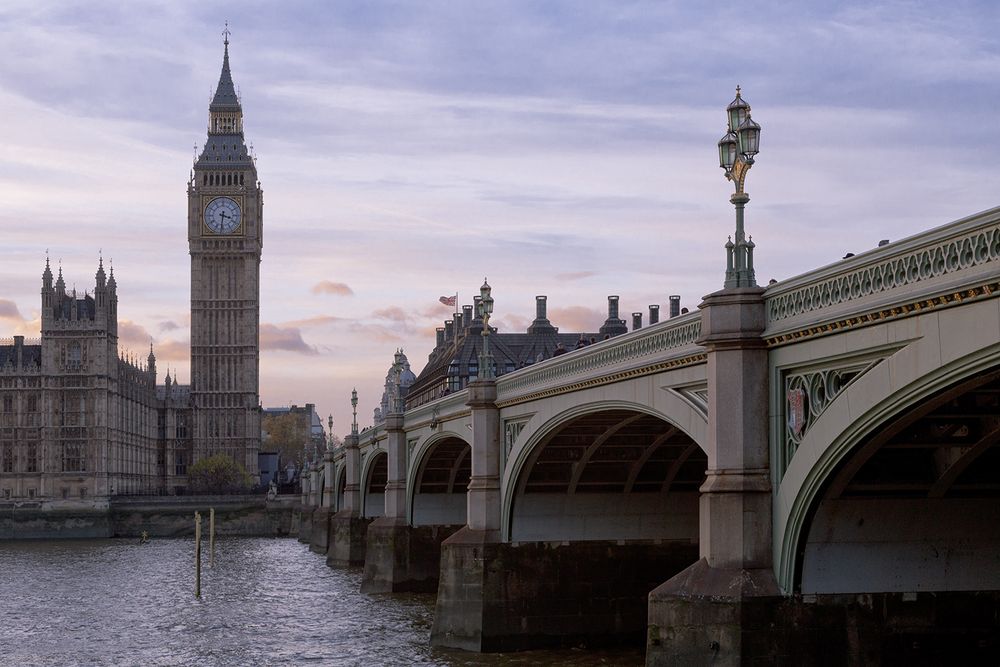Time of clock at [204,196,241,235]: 3:31
